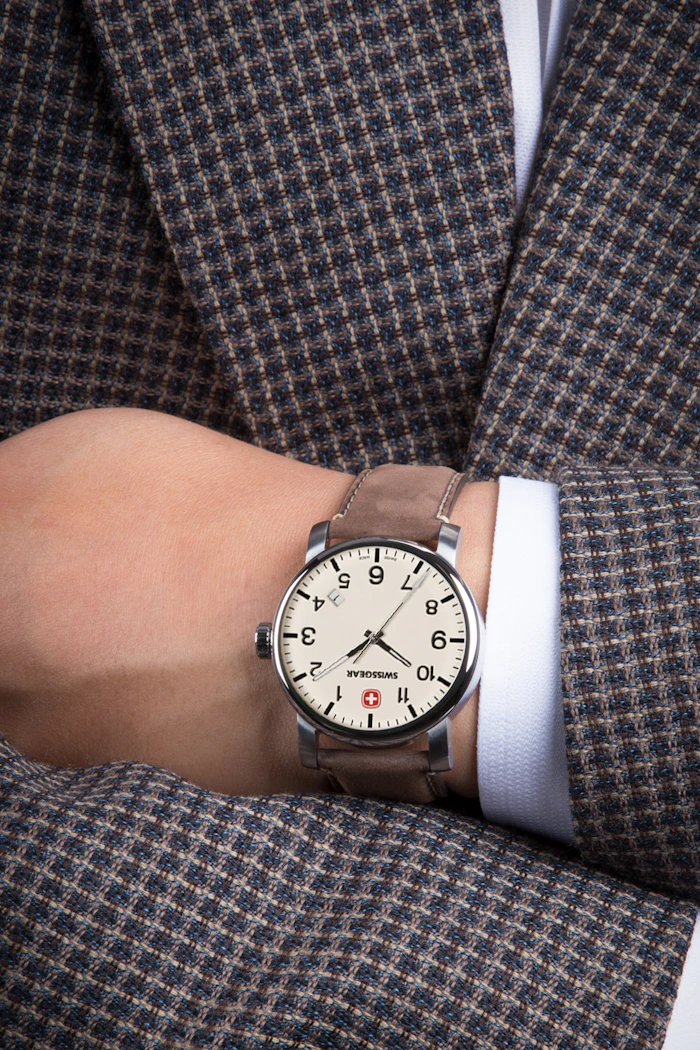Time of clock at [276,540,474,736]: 4:06
